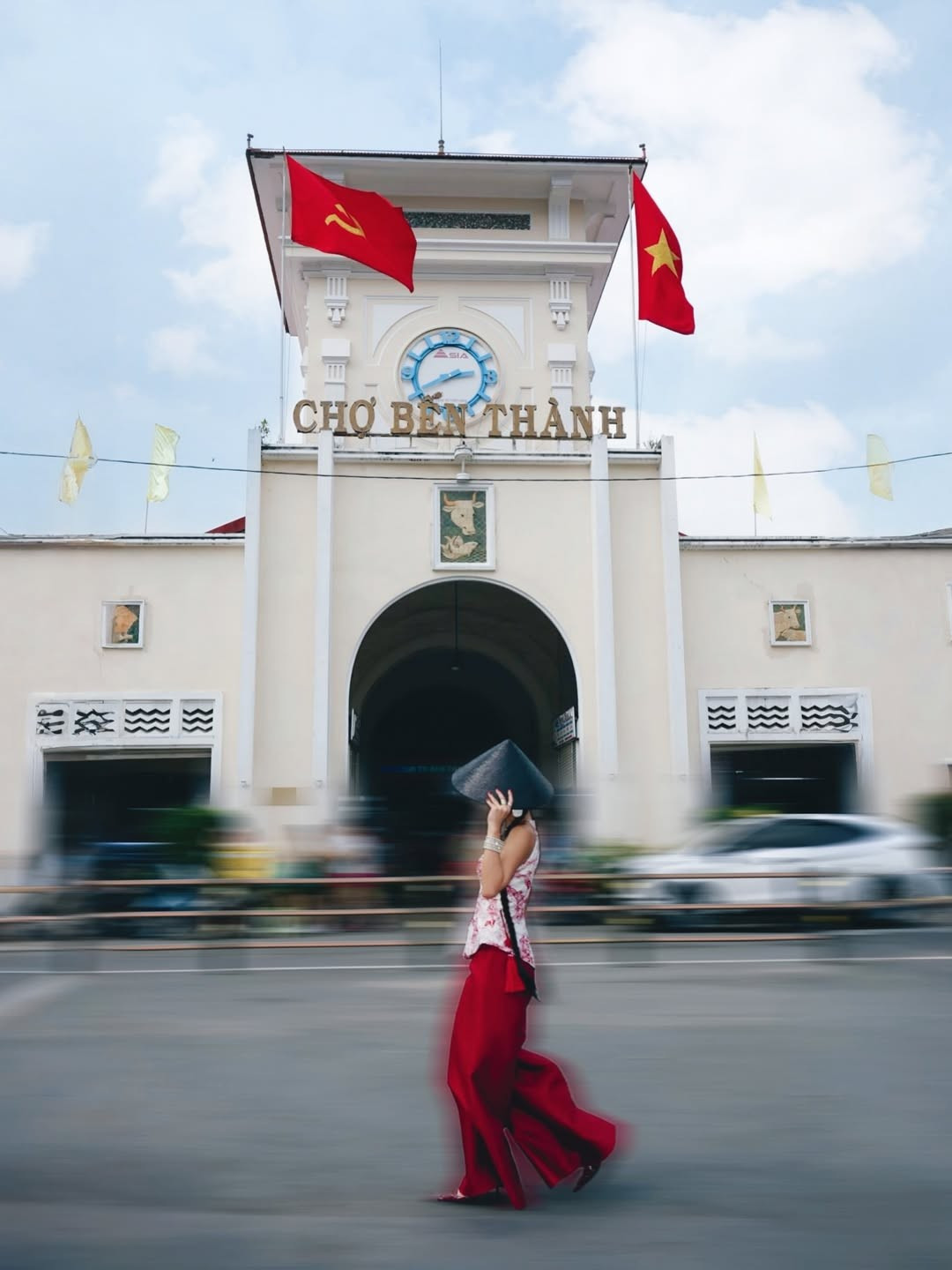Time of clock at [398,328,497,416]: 2:40
